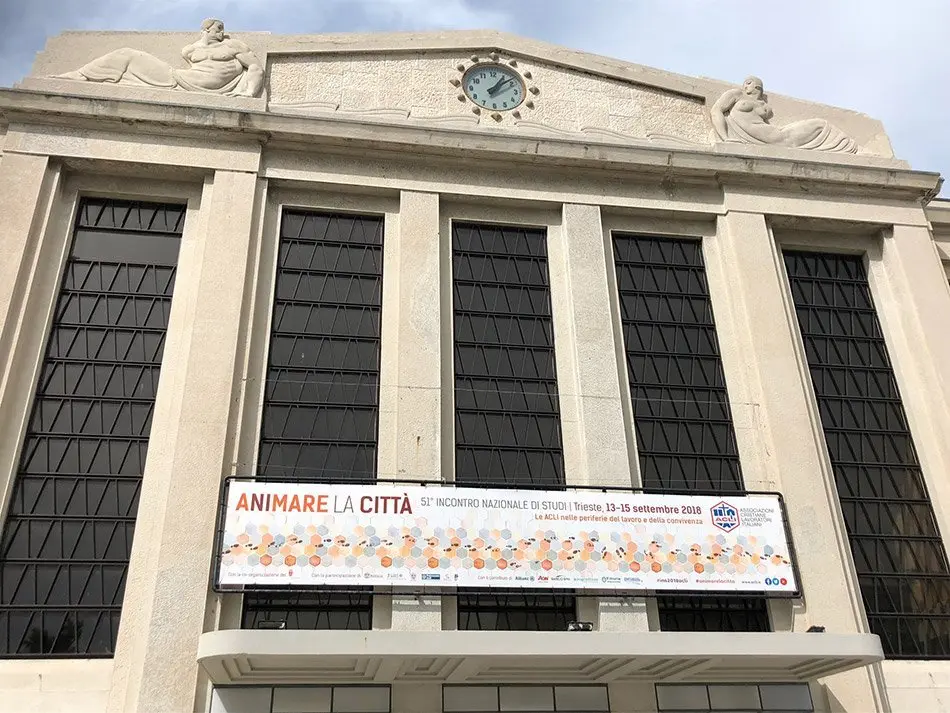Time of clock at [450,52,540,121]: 1:08
